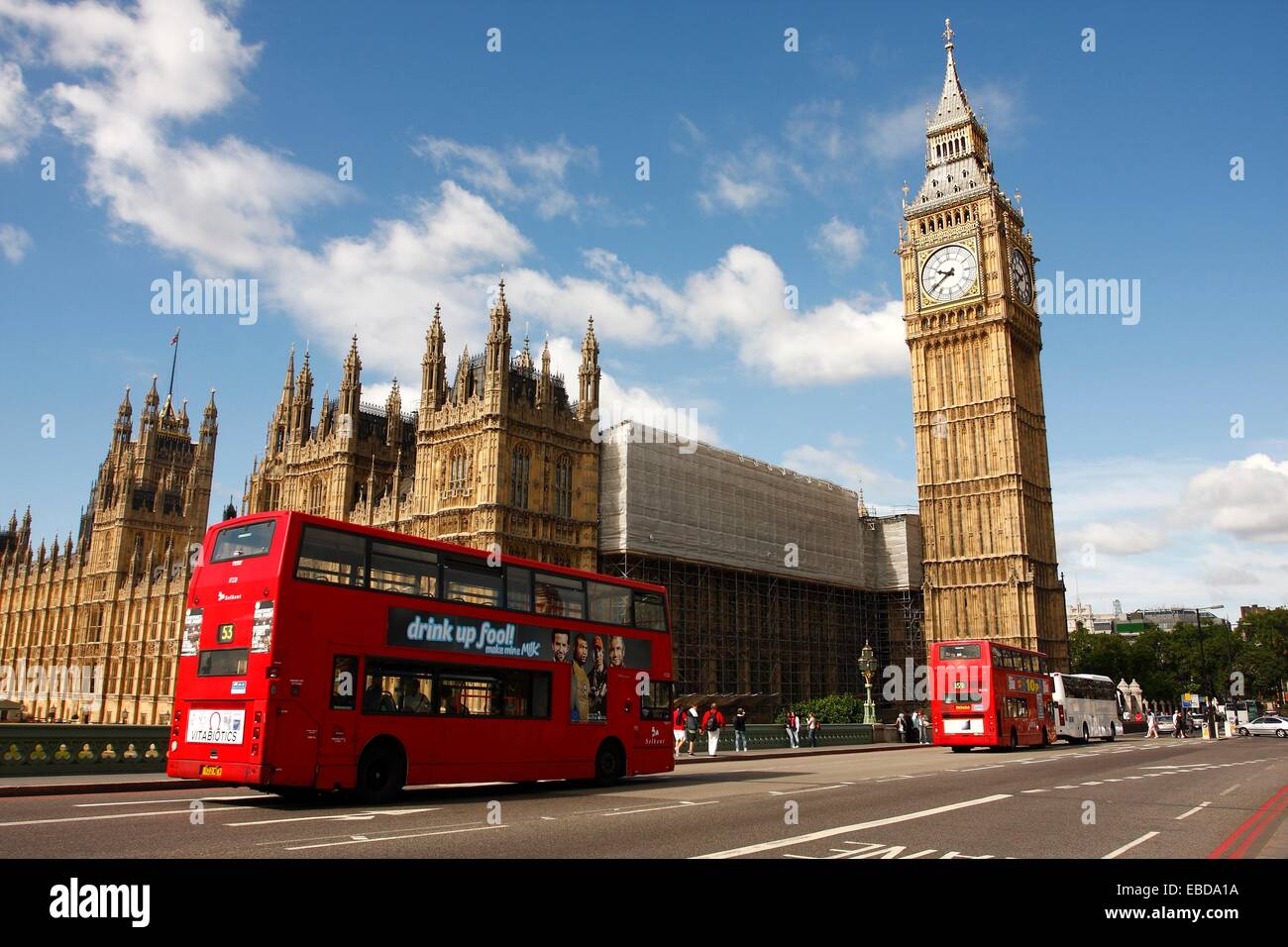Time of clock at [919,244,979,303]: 9:39
